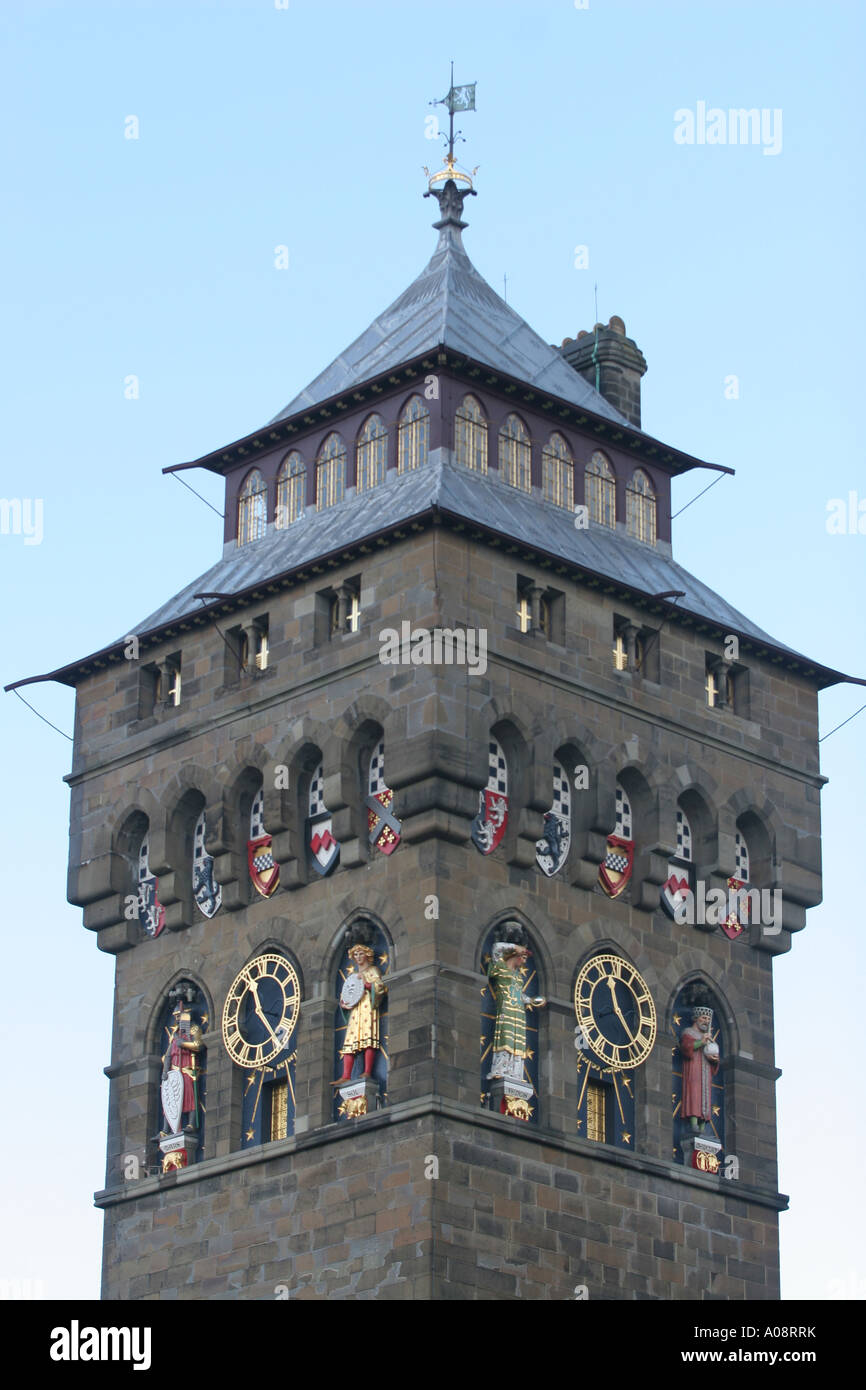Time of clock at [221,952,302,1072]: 11:22
